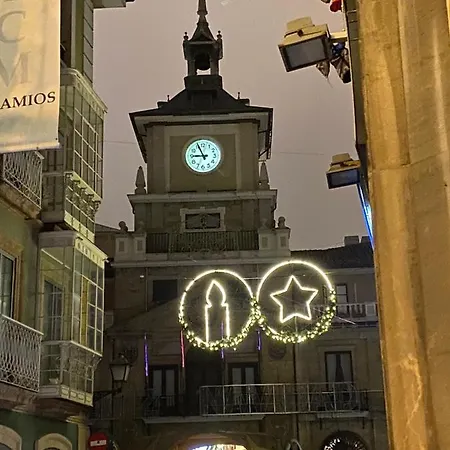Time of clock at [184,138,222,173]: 8:56
